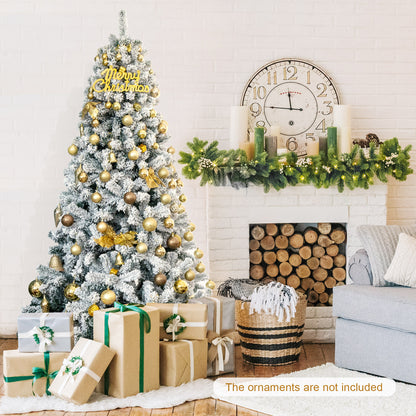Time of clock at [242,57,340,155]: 11:46
